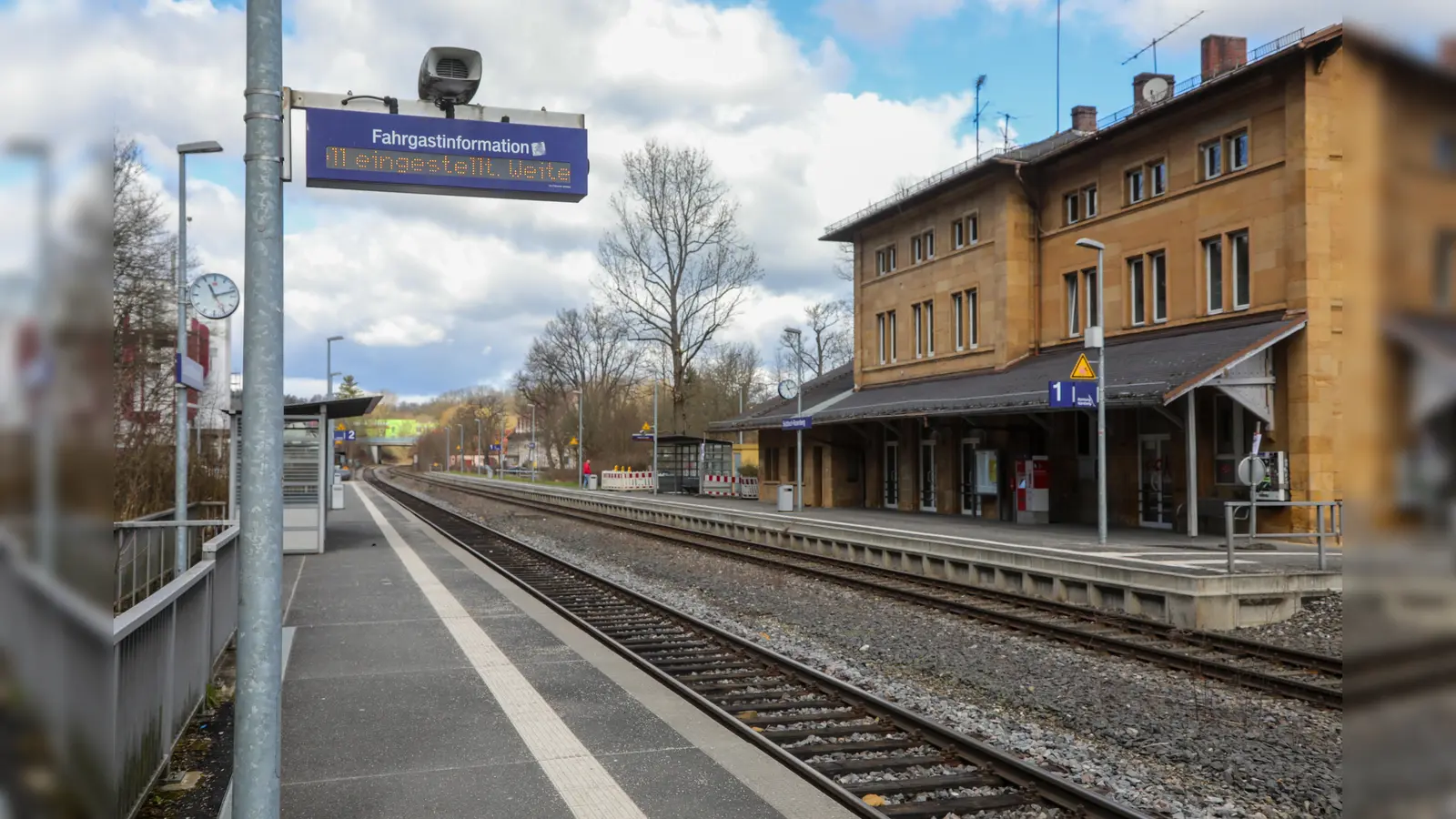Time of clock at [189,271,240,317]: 11:12
